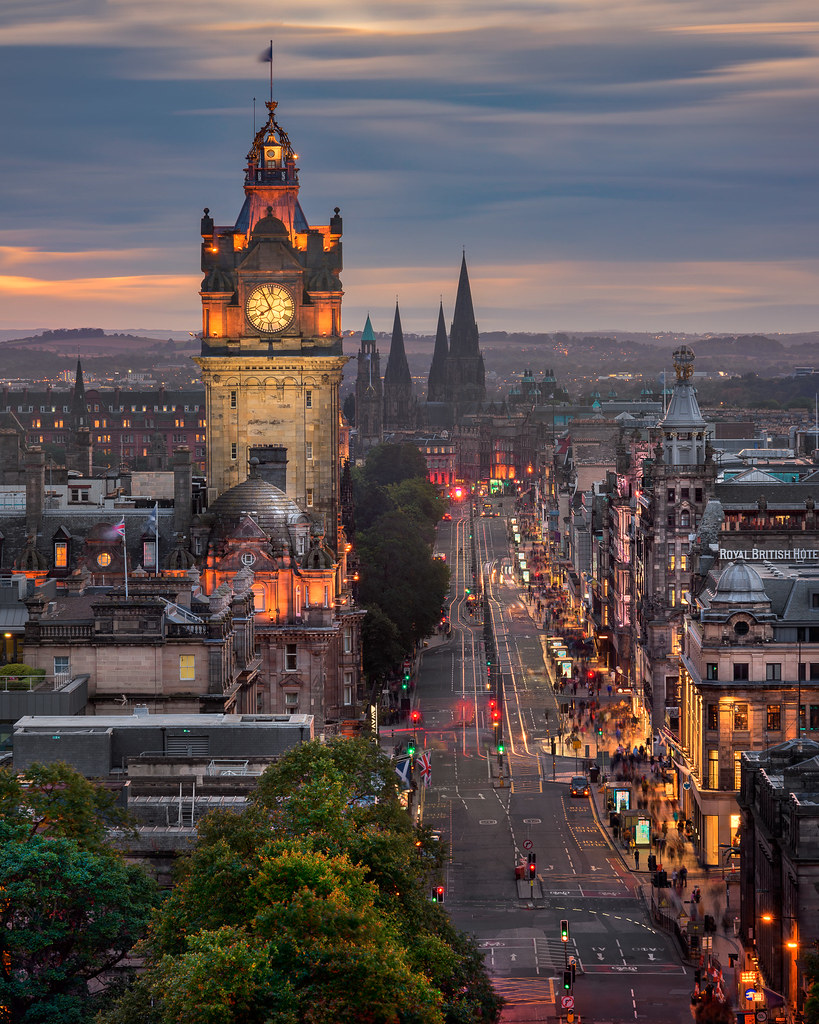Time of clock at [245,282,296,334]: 7:55
